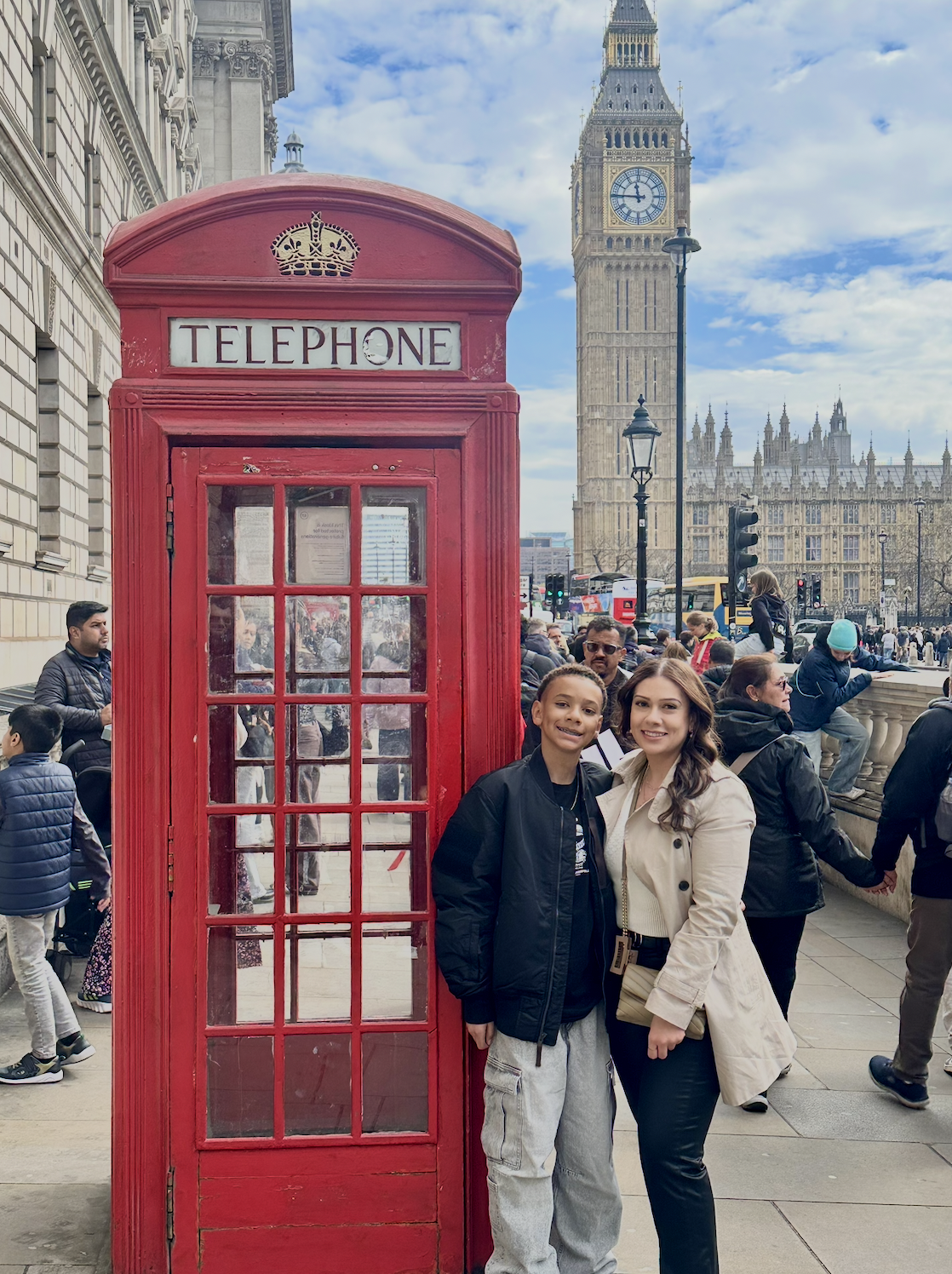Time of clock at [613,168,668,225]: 11:45
